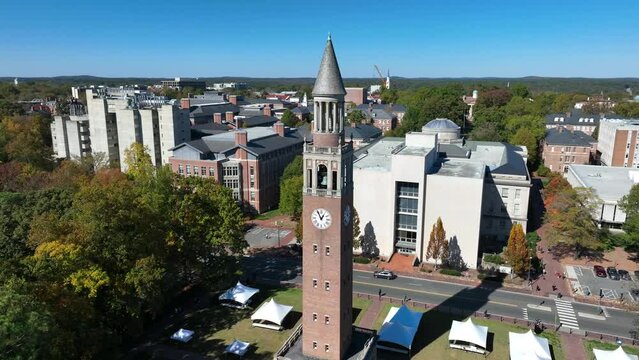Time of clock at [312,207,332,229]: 12:55
